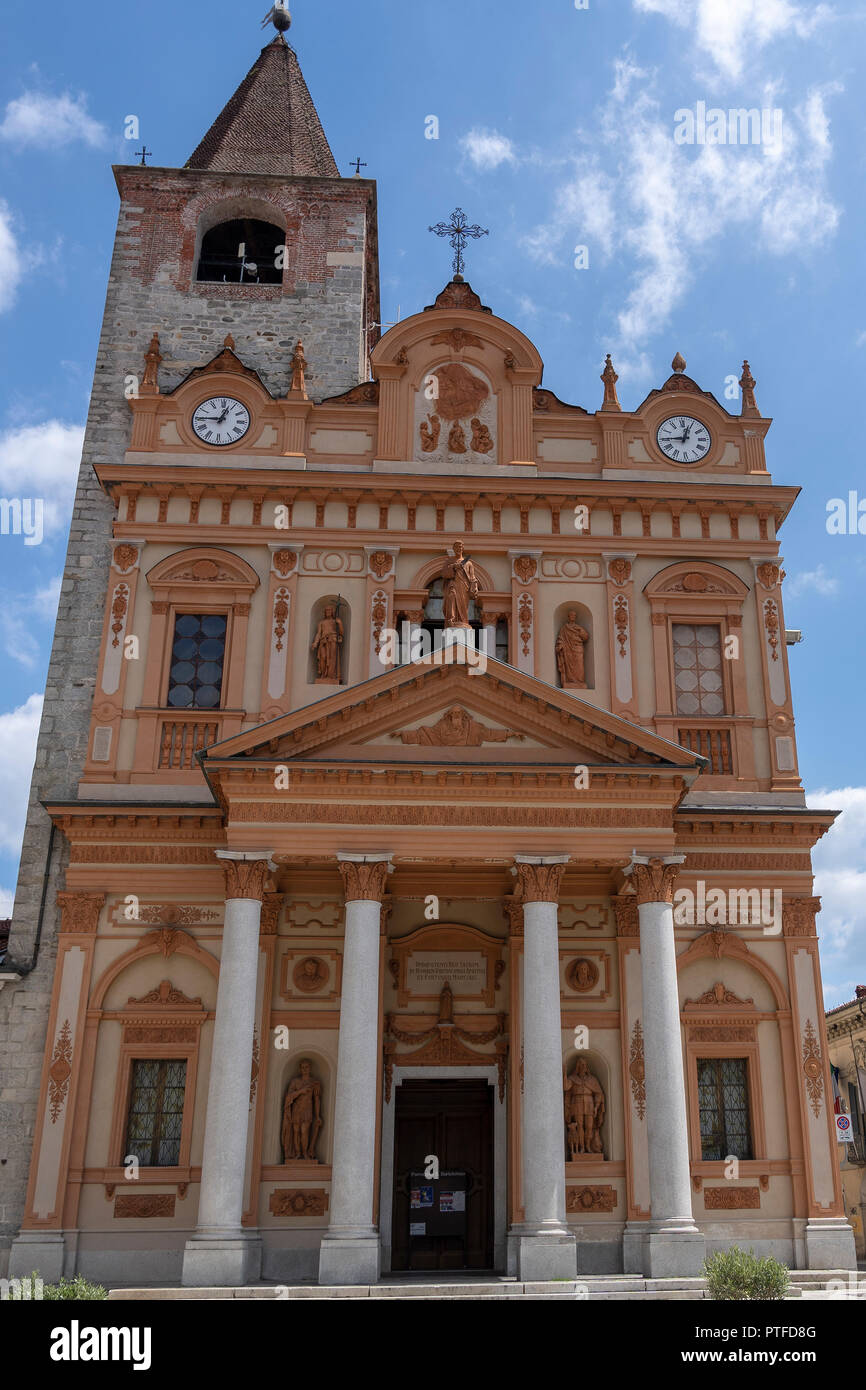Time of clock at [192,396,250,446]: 12:45
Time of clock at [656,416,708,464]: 12:45
